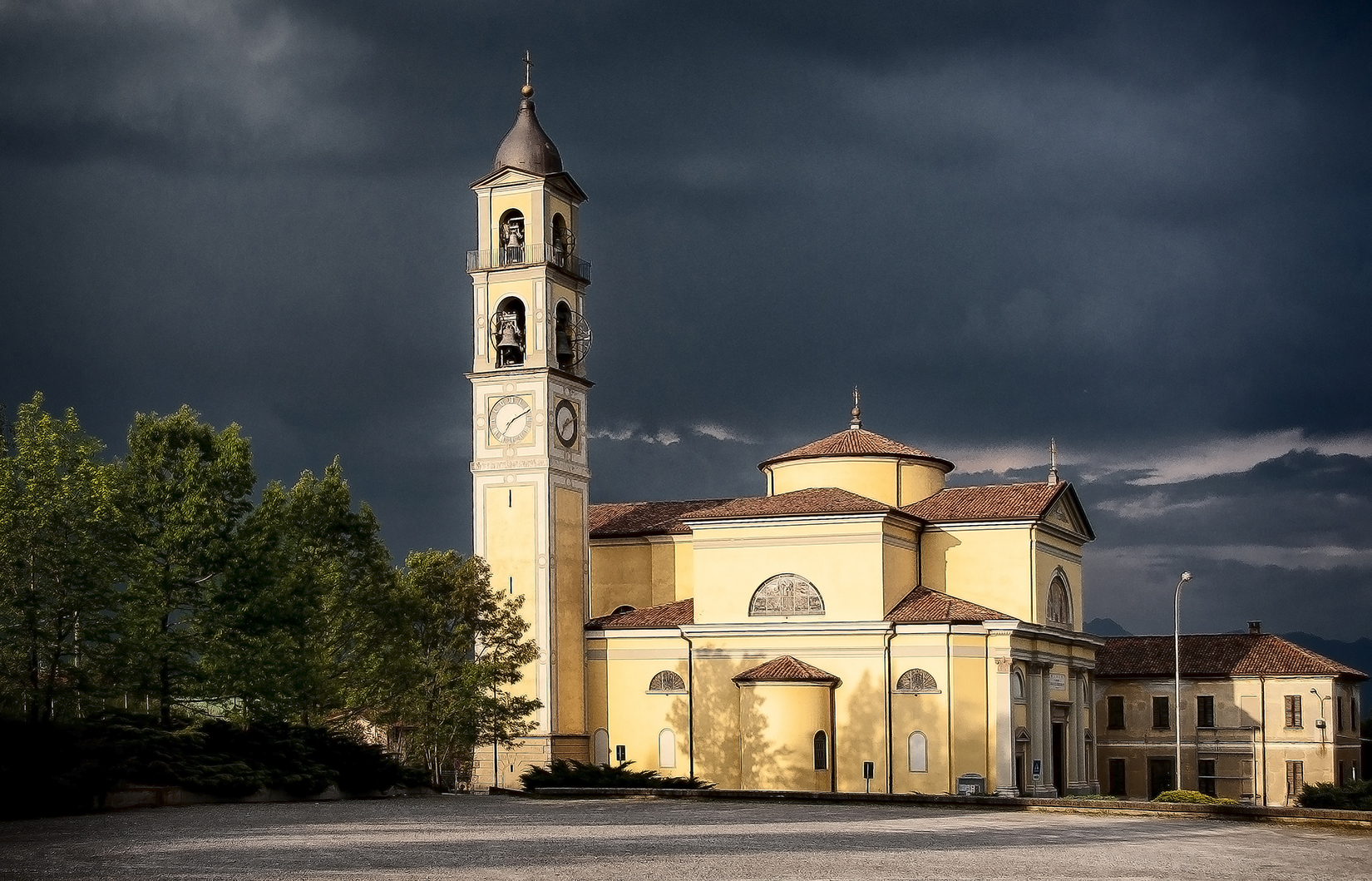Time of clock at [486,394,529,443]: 7:11
